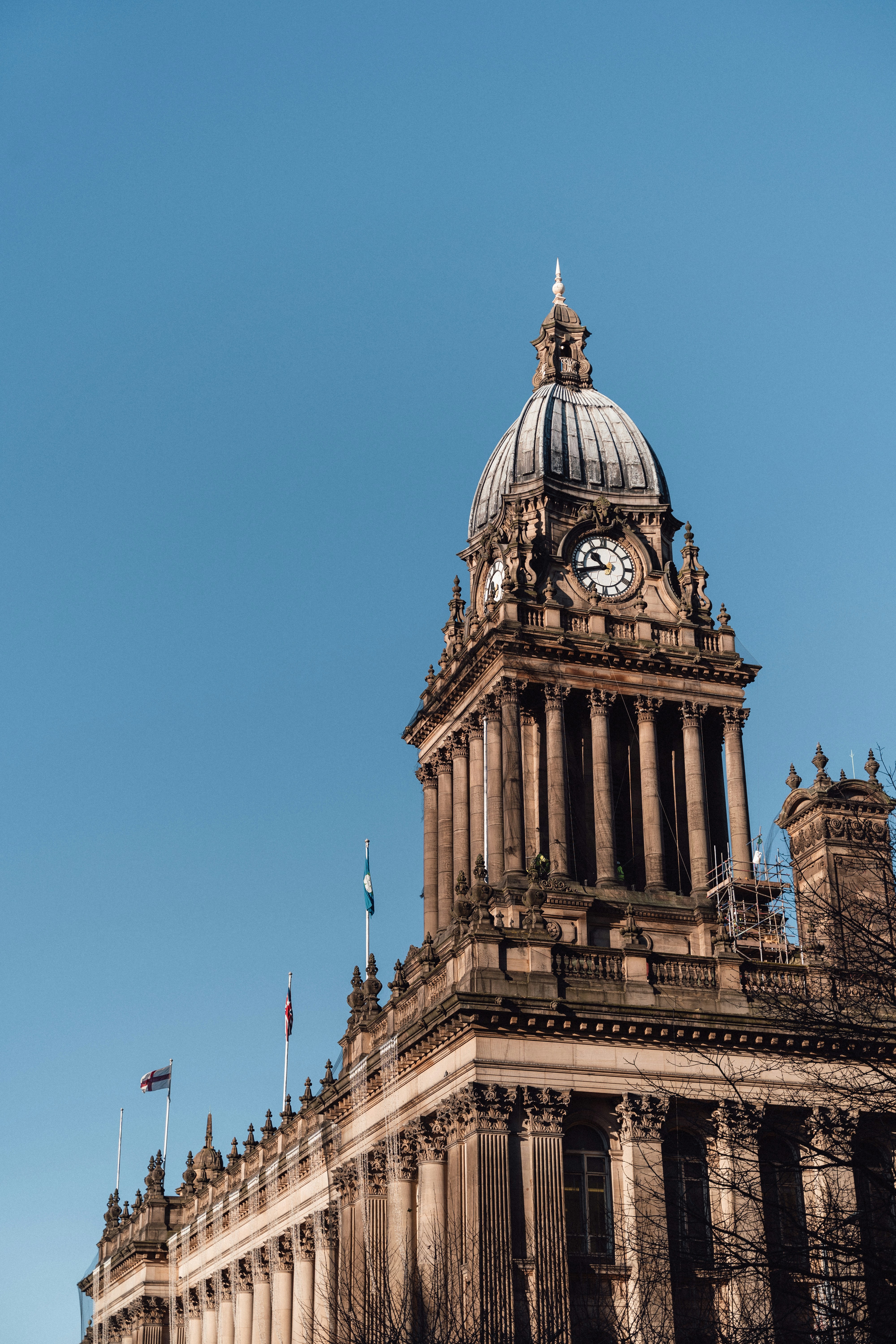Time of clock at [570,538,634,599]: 10:42
